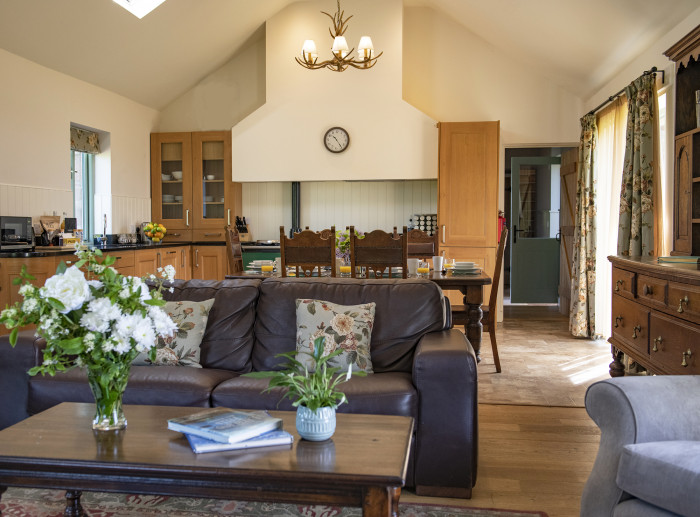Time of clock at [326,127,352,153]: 10:23
